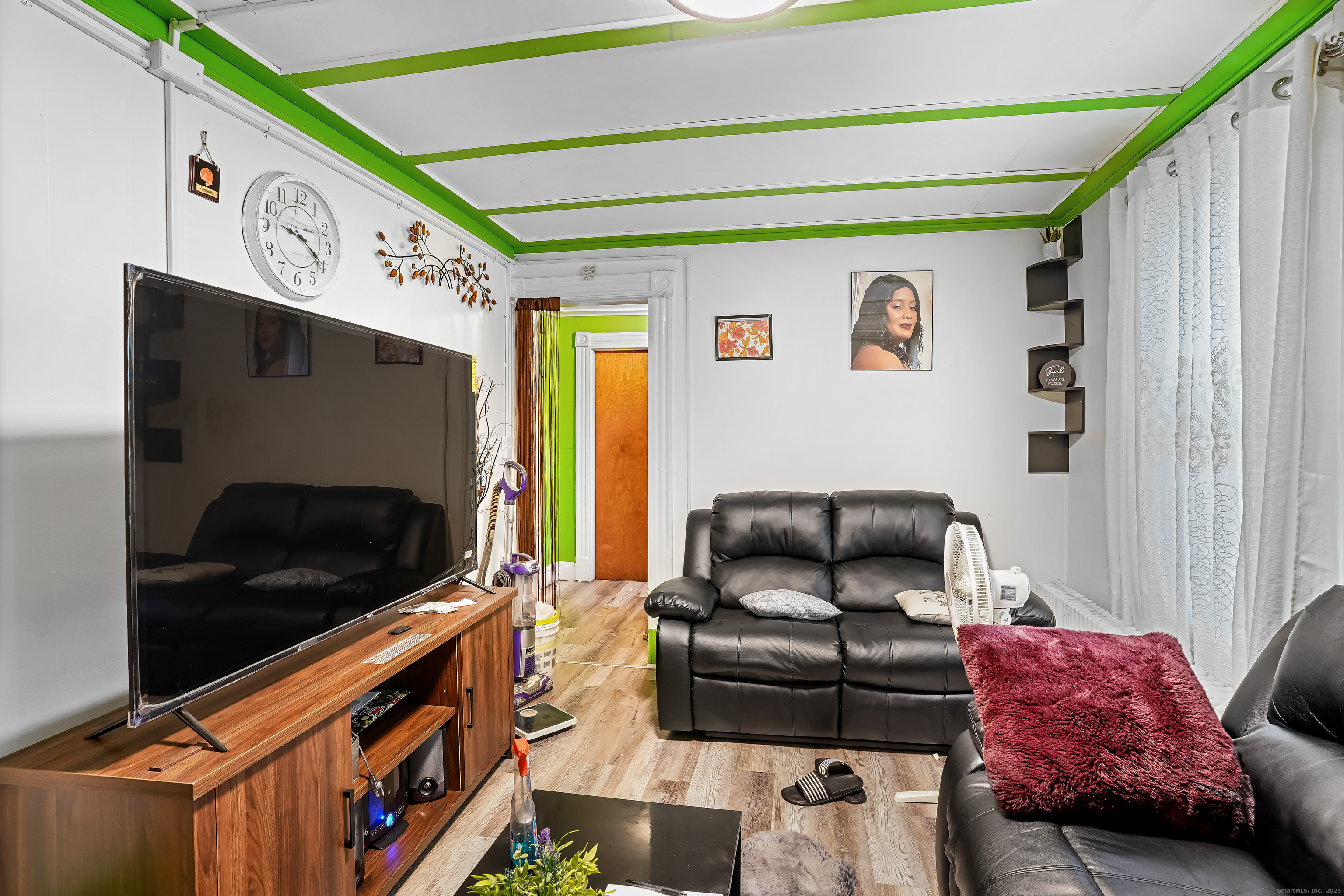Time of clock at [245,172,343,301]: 9:20
